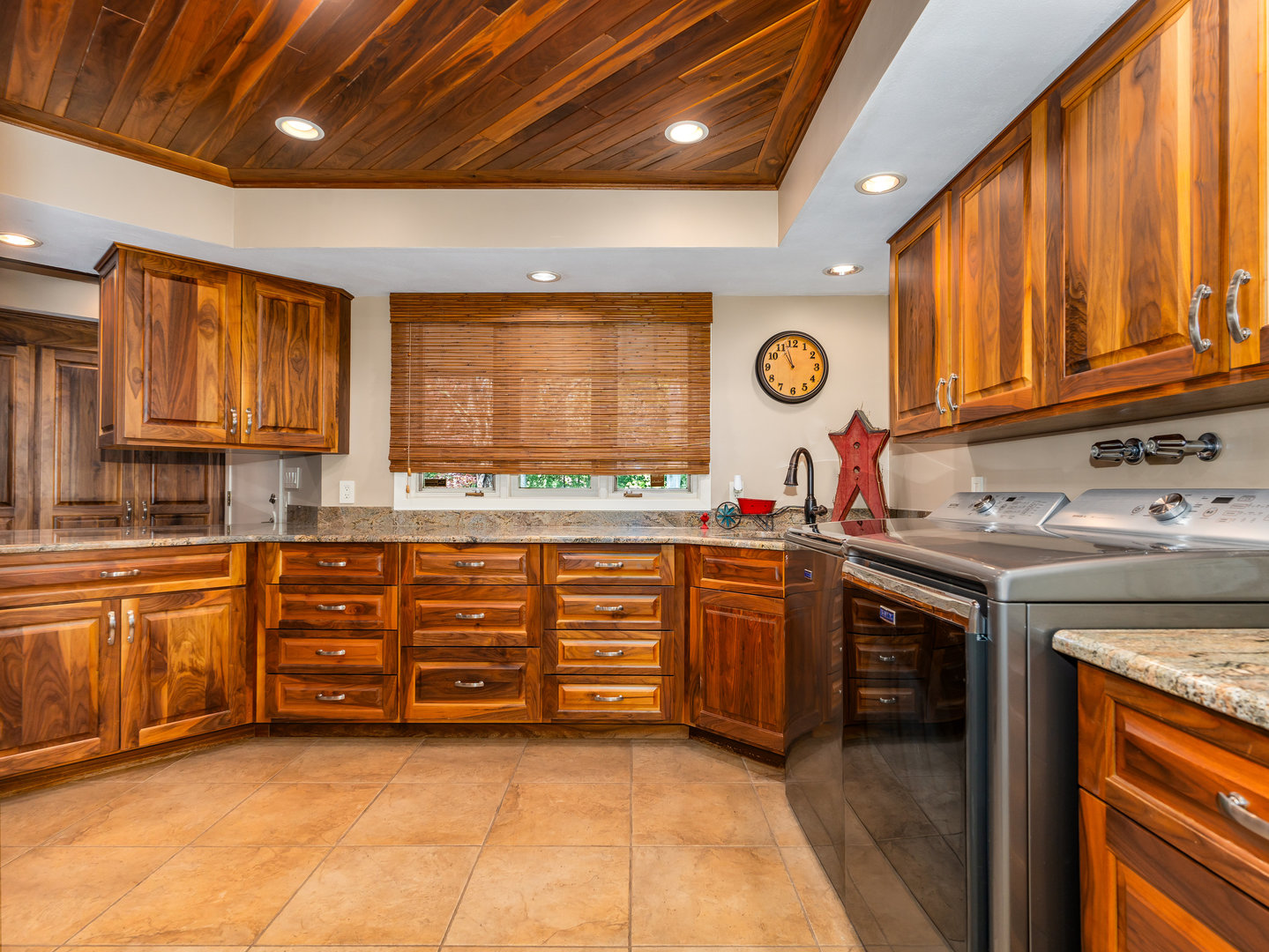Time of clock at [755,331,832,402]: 10:57
